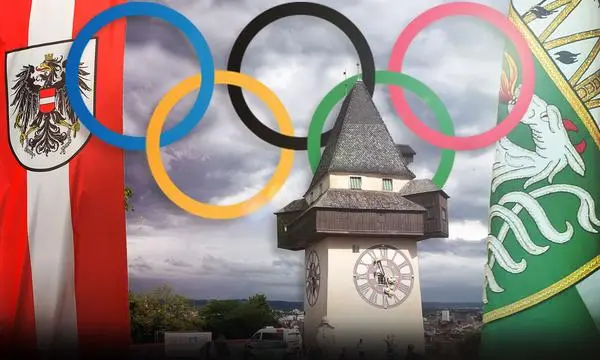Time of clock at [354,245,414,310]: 3:57
